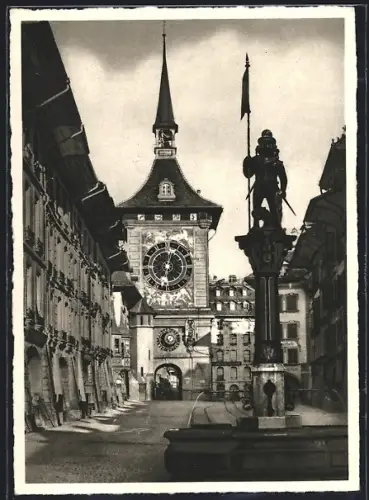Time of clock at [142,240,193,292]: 6:03
